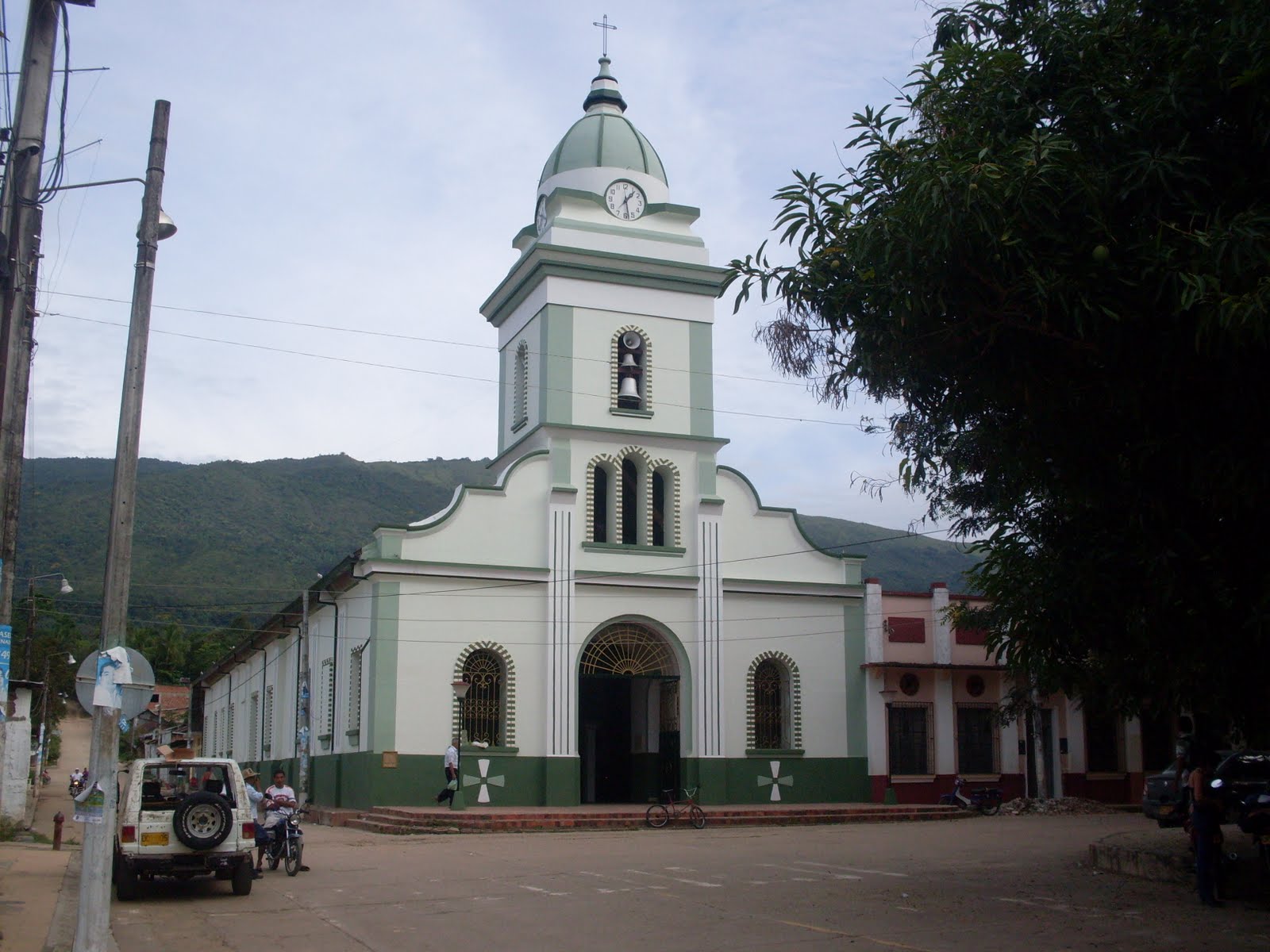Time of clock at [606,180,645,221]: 1:28
